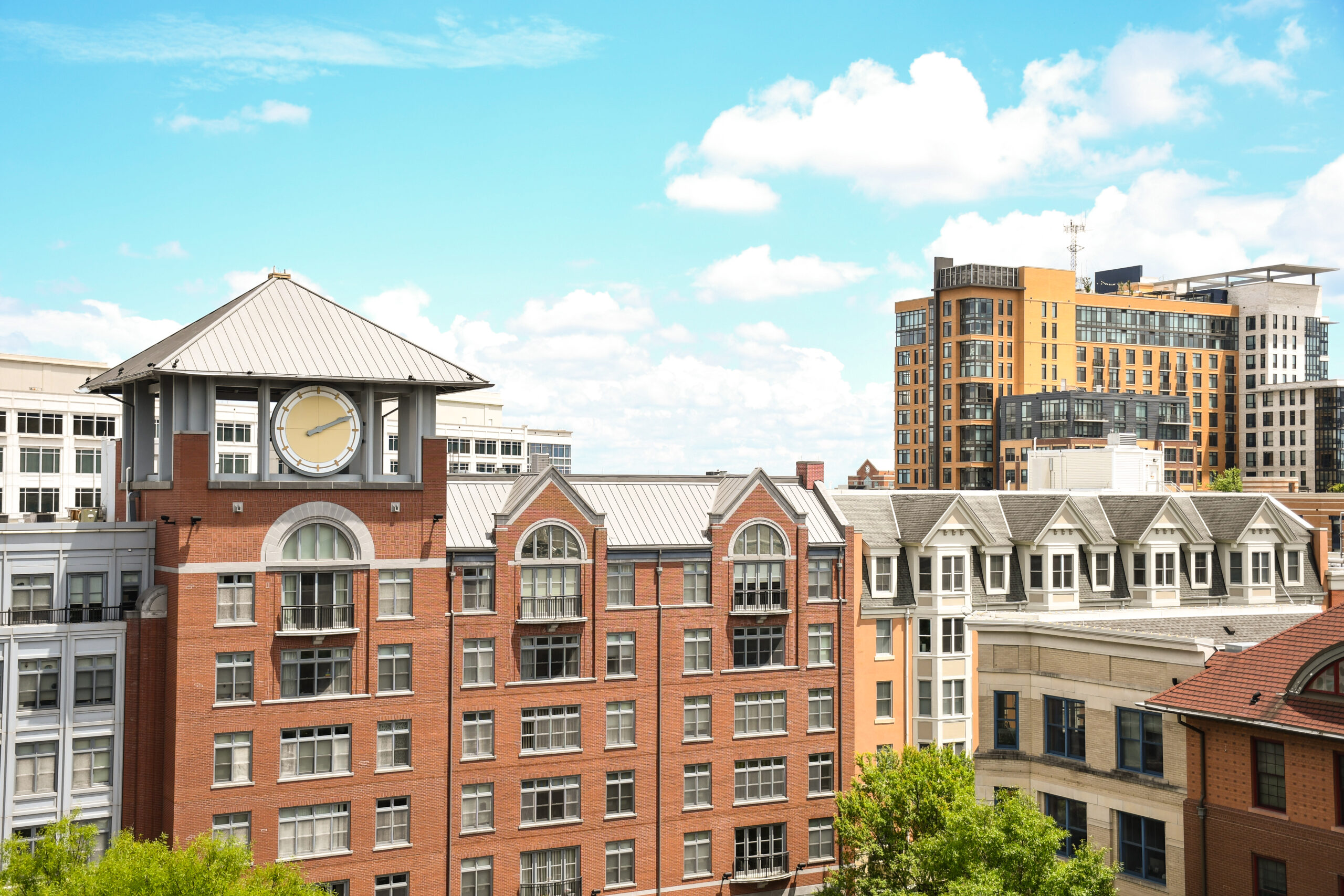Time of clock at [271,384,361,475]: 2:11
